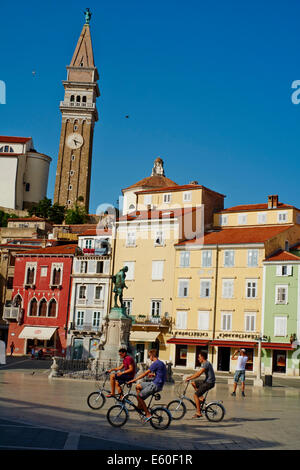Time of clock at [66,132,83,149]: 5:18
